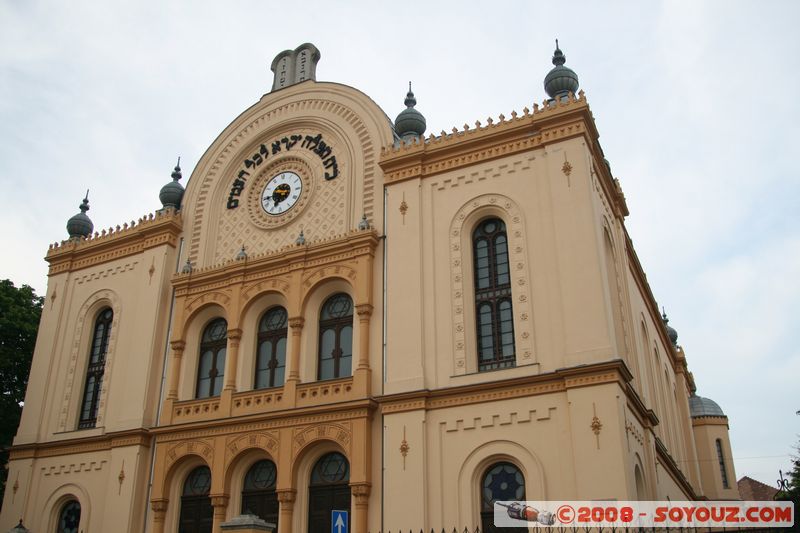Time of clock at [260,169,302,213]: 6:44
